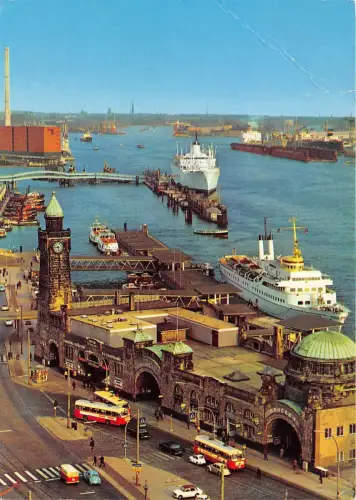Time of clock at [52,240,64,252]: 8:27
